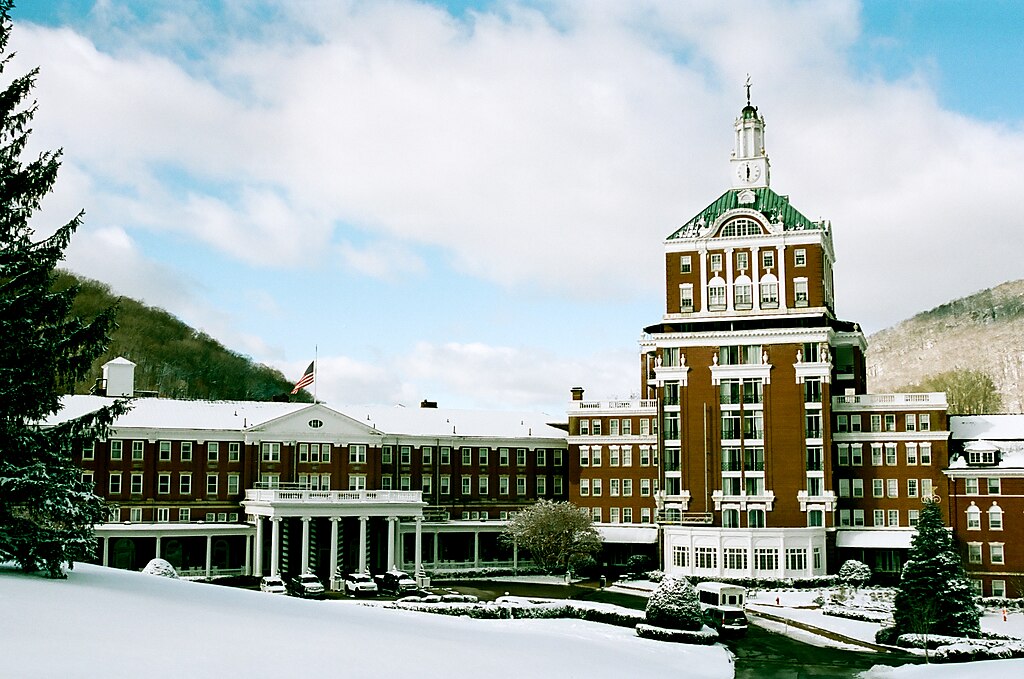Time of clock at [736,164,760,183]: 5:59
